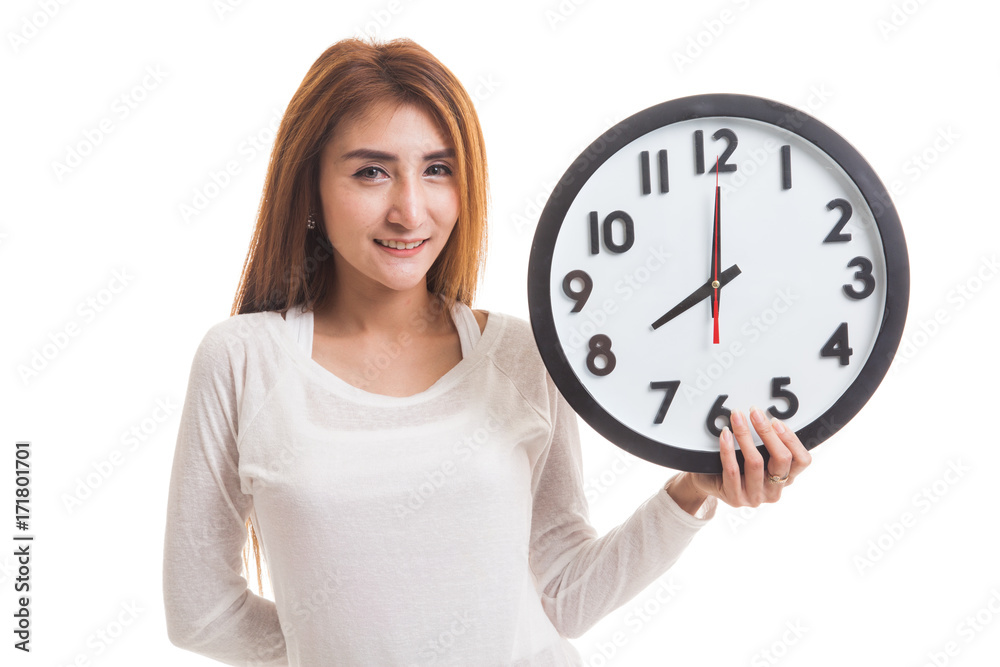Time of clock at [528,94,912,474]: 8:00
